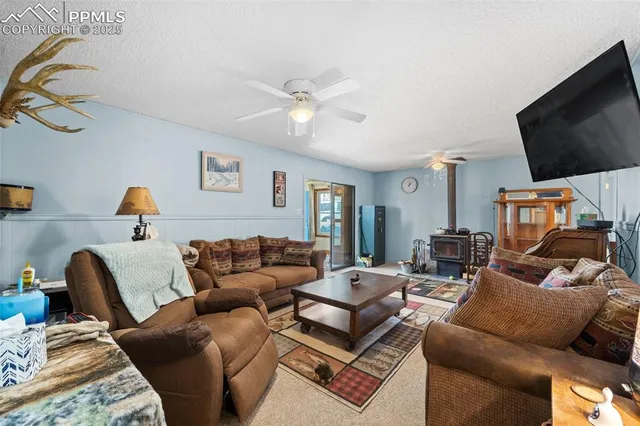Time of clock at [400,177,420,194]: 12:07
